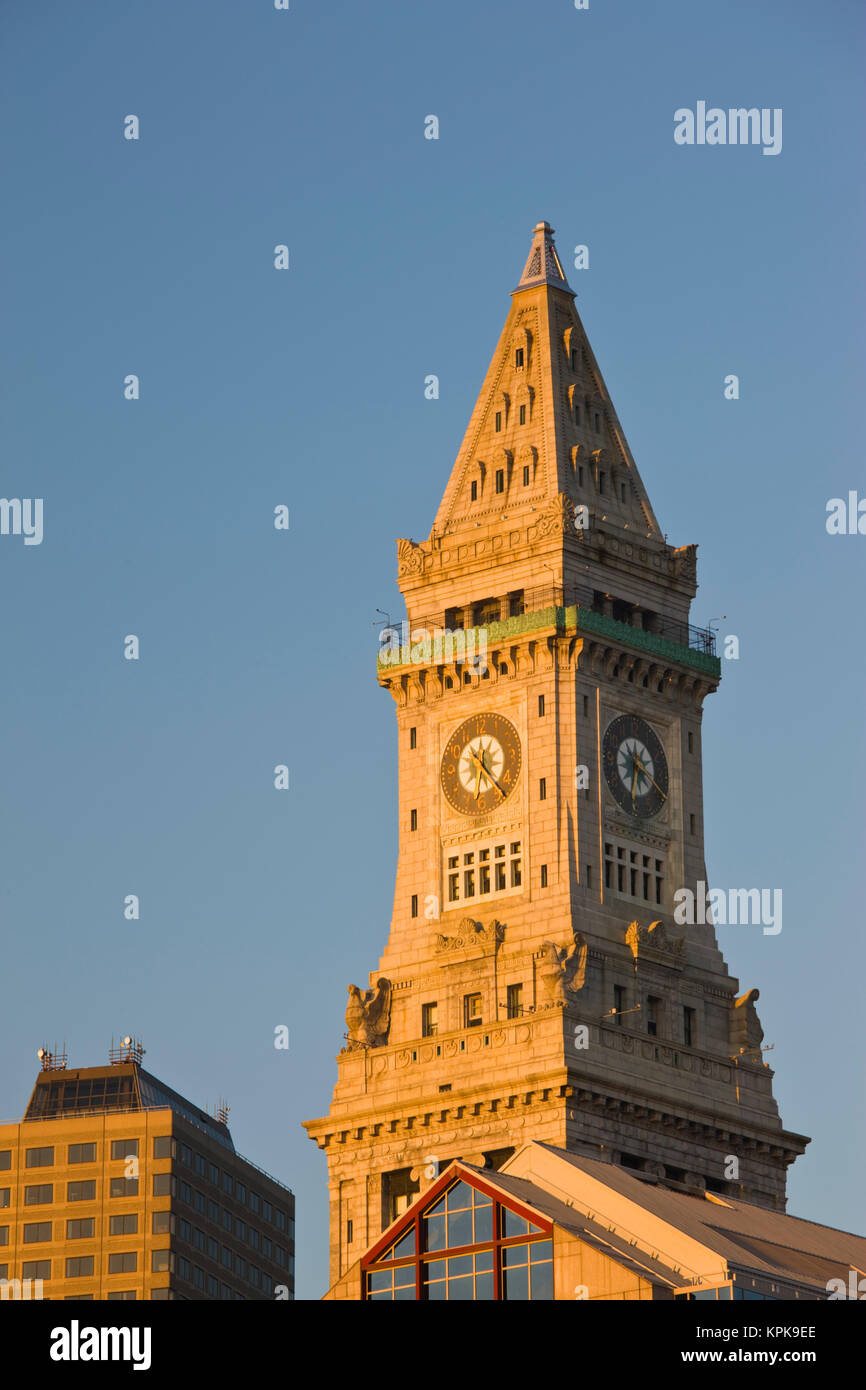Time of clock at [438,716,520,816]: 12:23
